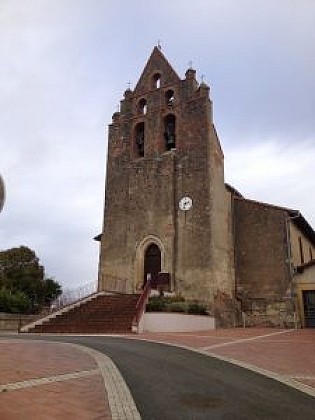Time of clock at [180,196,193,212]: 2:32
